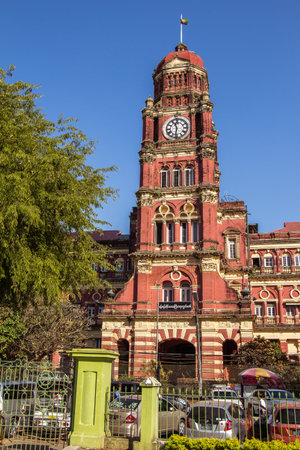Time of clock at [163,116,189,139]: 11:31
